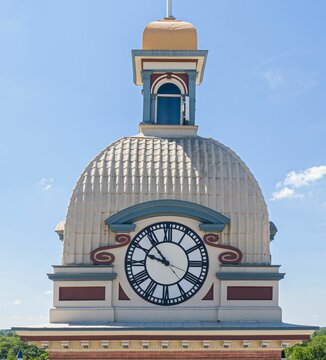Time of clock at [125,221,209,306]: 9:53
